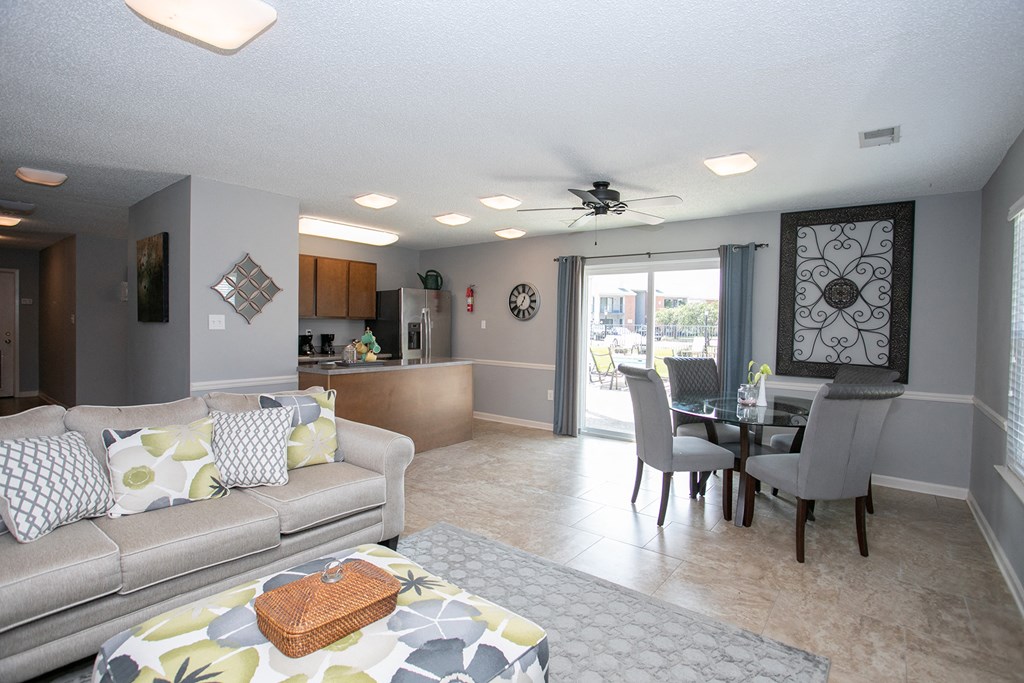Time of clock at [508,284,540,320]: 12:36
